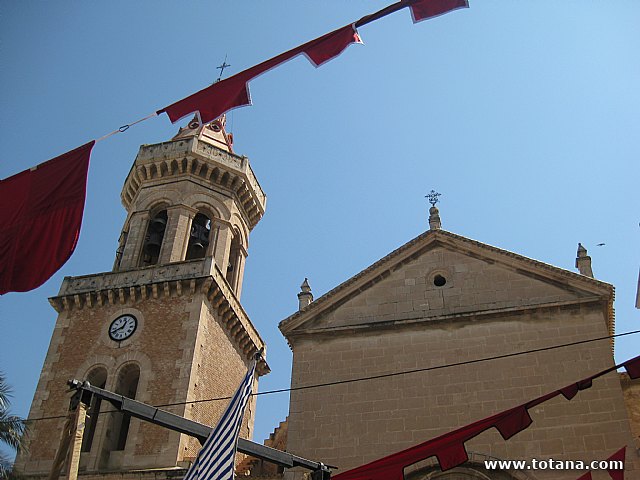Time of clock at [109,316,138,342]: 12:41
